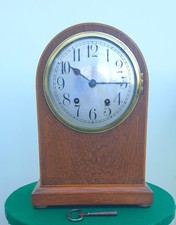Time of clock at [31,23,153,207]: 10:14
